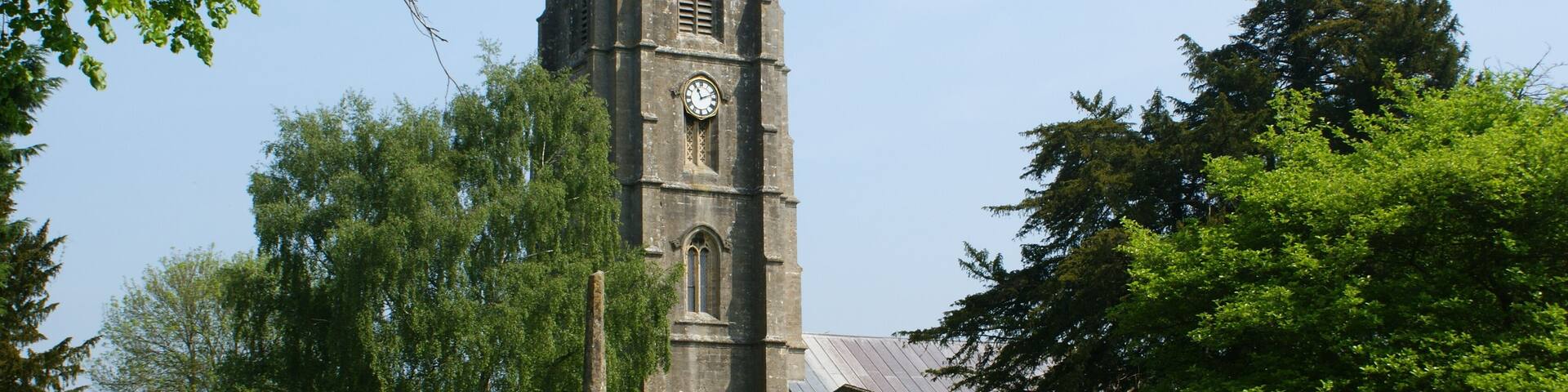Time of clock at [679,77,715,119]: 11:11
